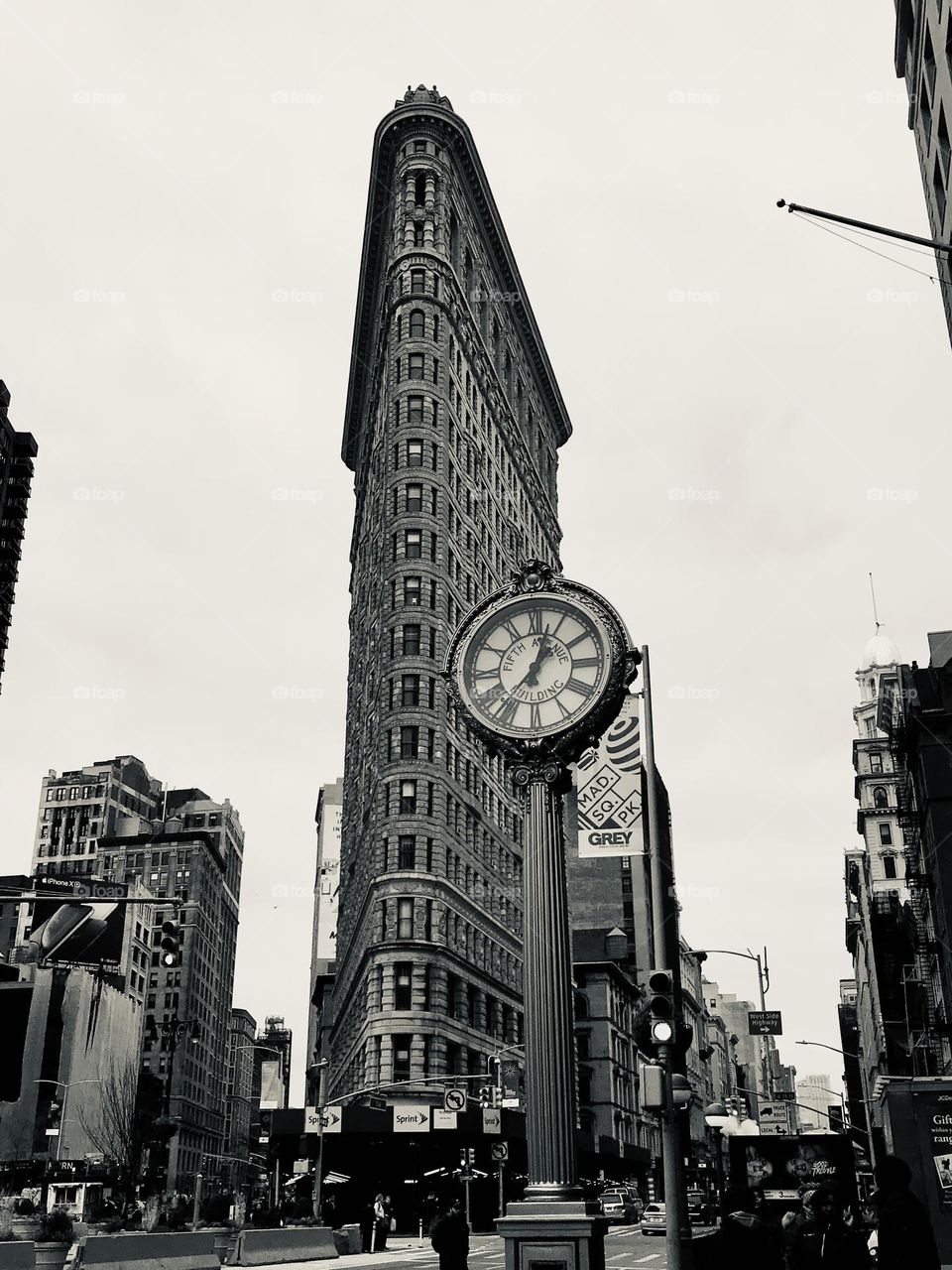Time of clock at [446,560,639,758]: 12:36
